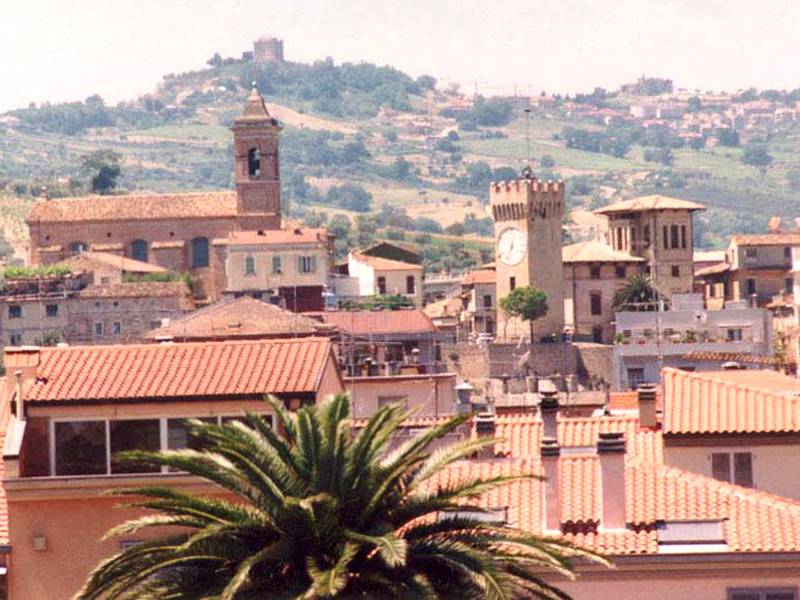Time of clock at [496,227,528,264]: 12:33
